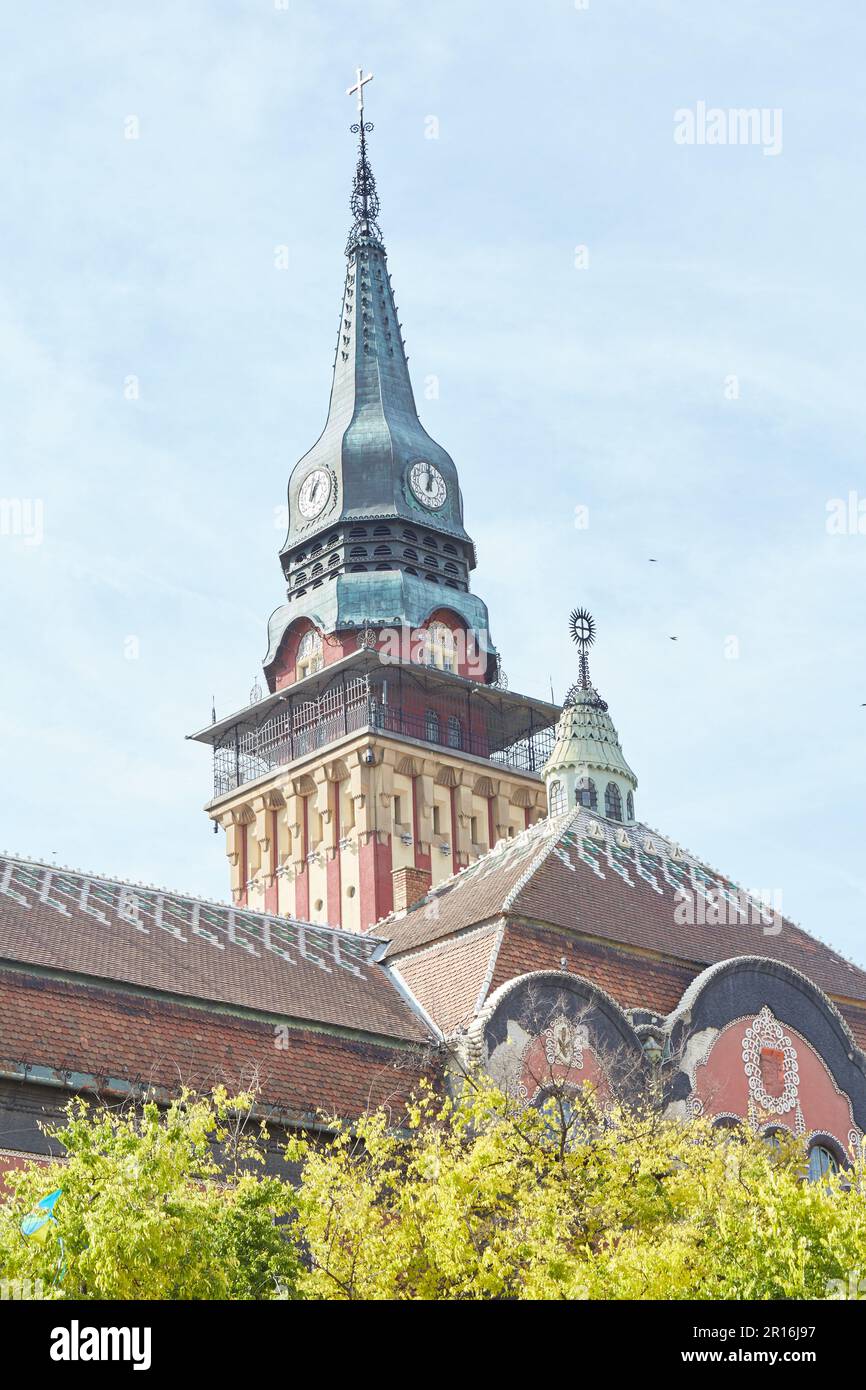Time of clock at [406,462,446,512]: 1:01
